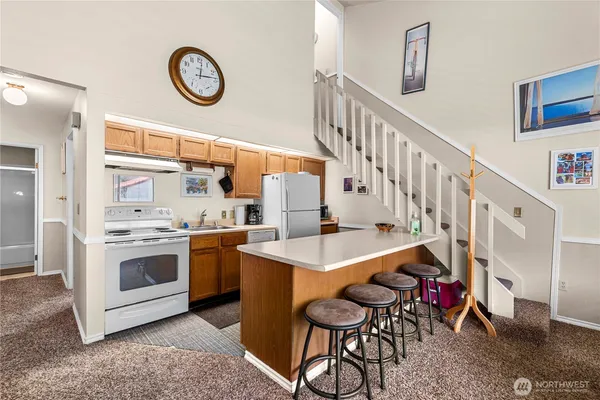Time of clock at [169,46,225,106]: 12:13
